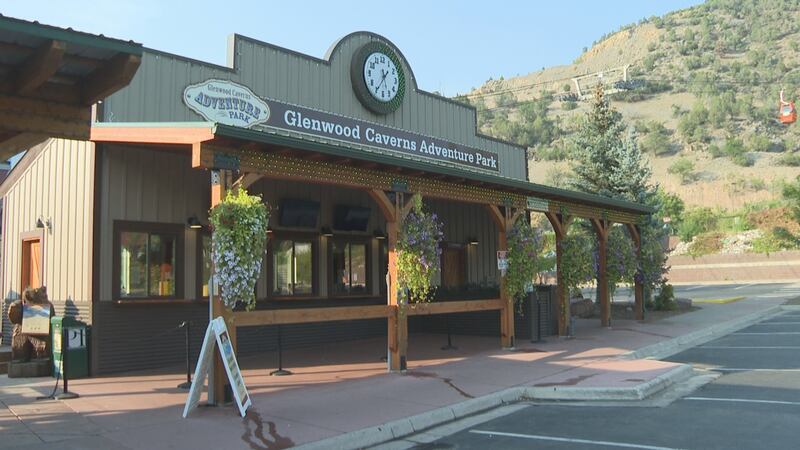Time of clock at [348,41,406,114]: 1:35
